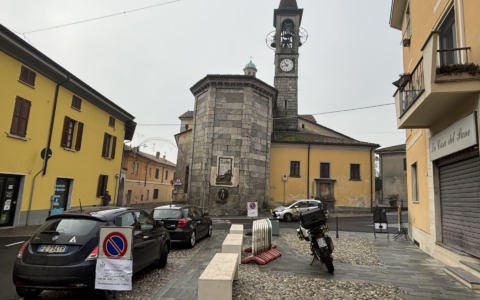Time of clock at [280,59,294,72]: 10:42
